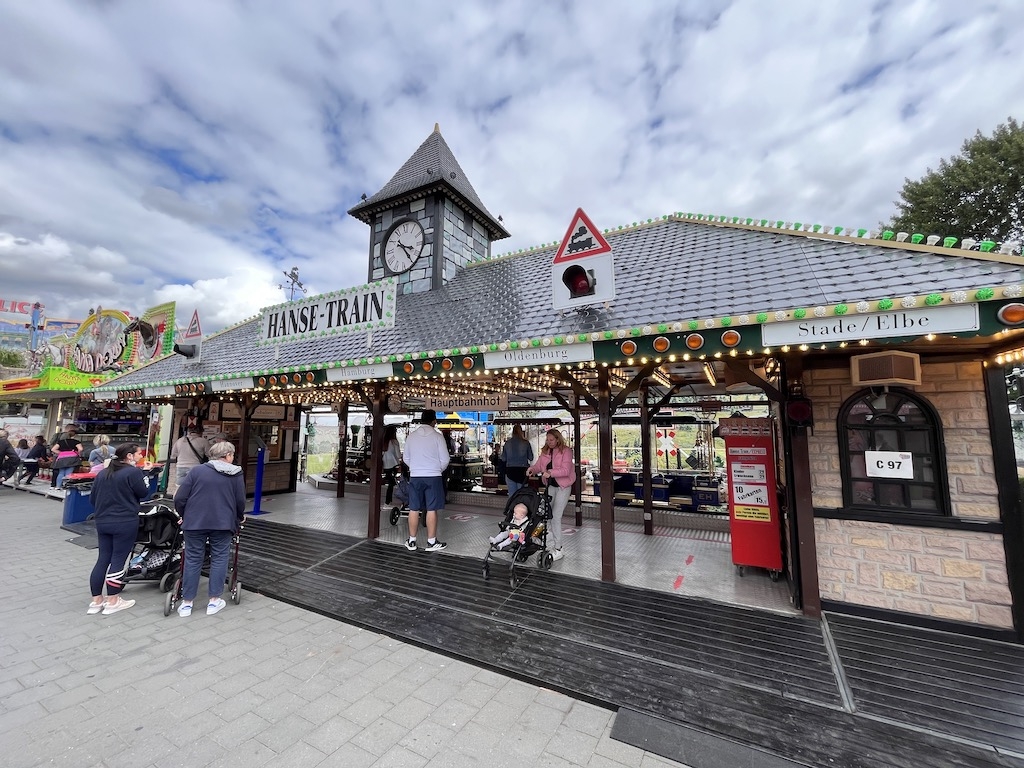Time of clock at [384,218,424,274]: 3:22
